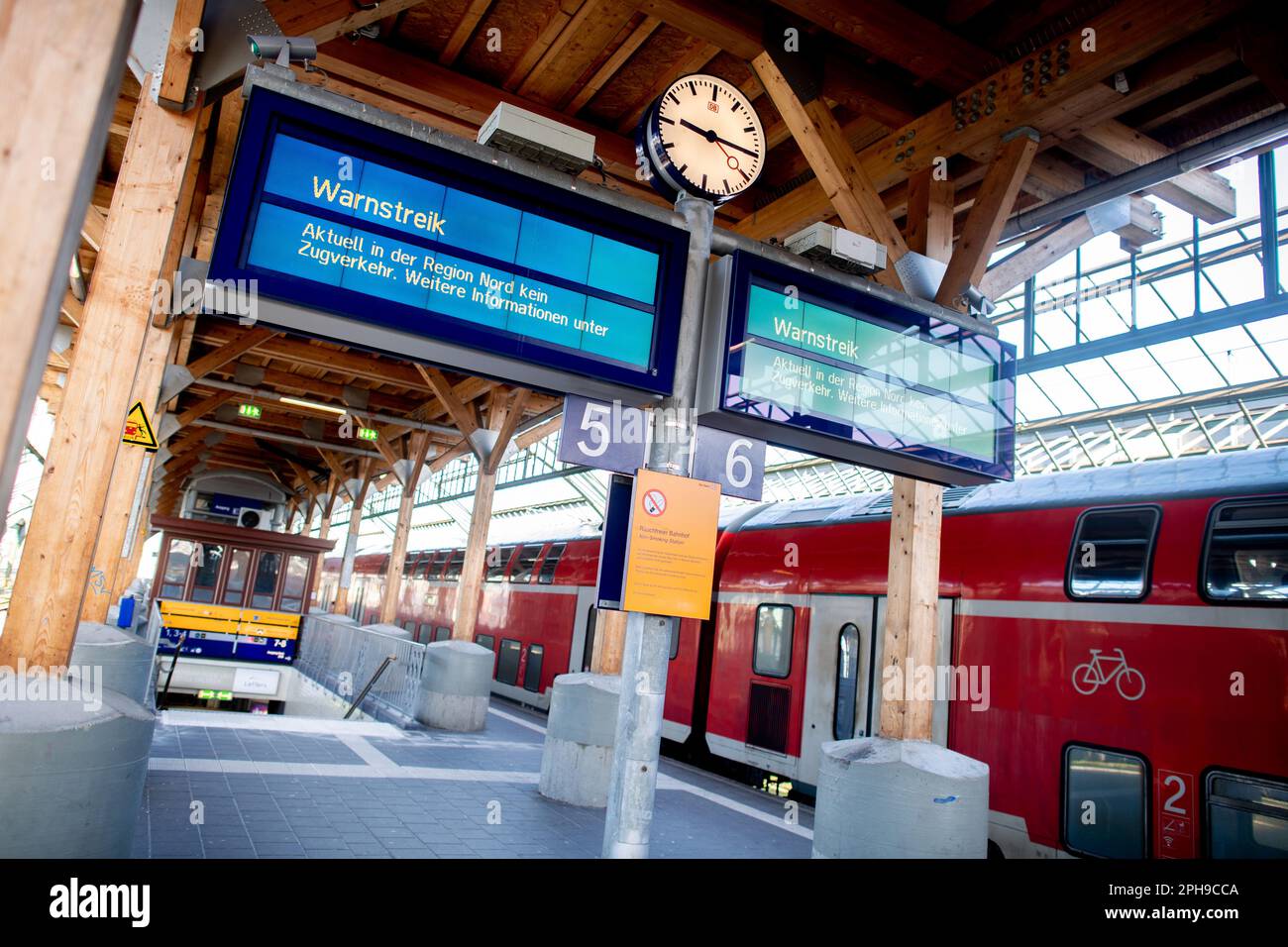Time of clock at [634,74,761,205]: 9:15
